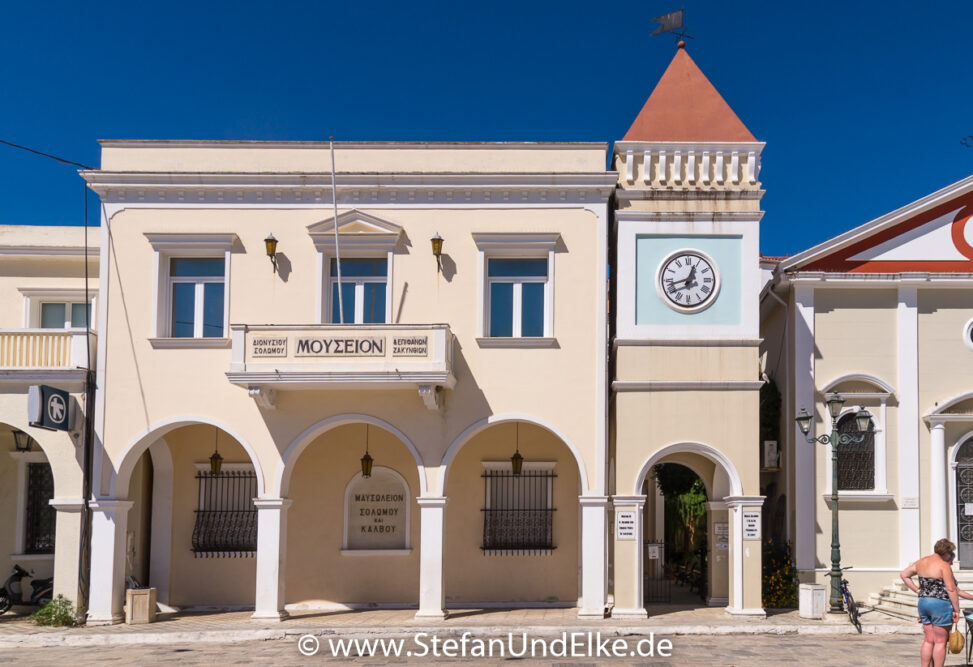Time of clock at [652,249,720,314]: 12:42
